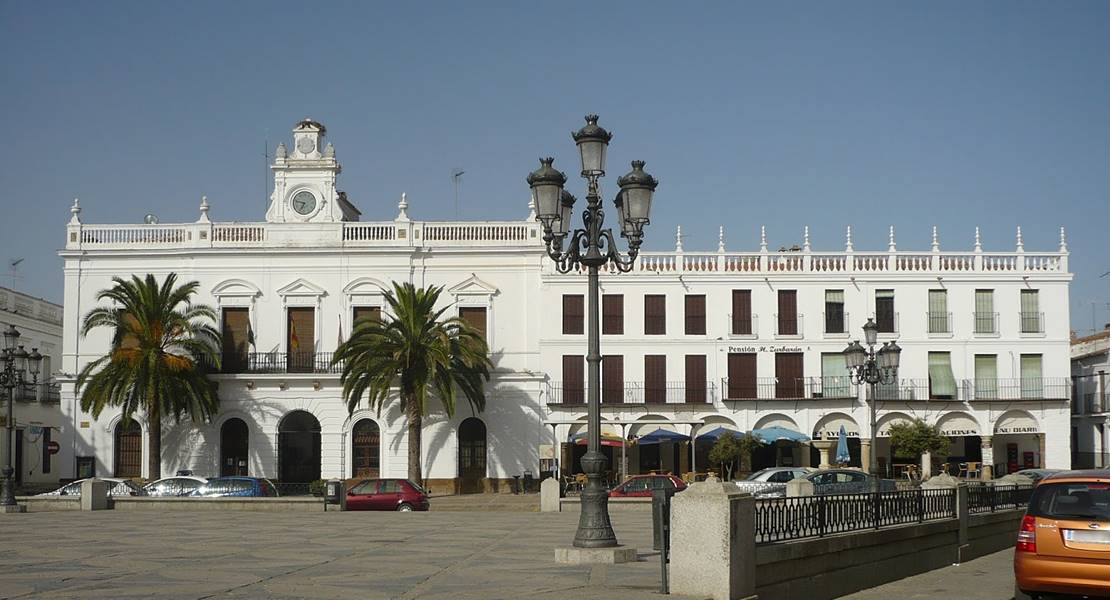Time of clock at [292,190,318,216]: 6:47
